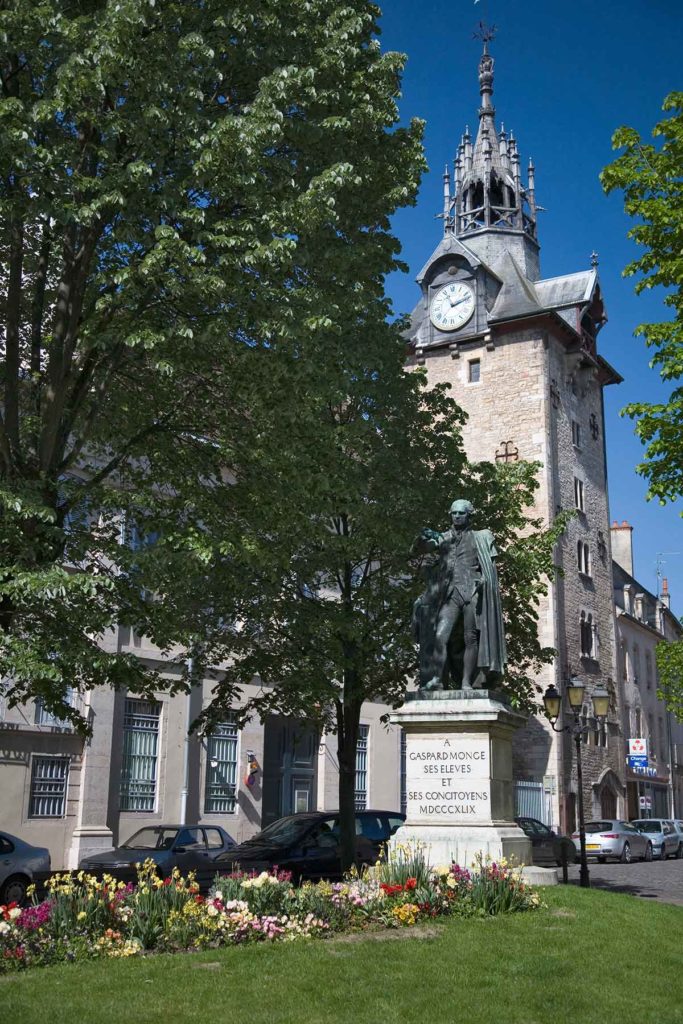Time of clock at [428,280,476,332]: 11:12
